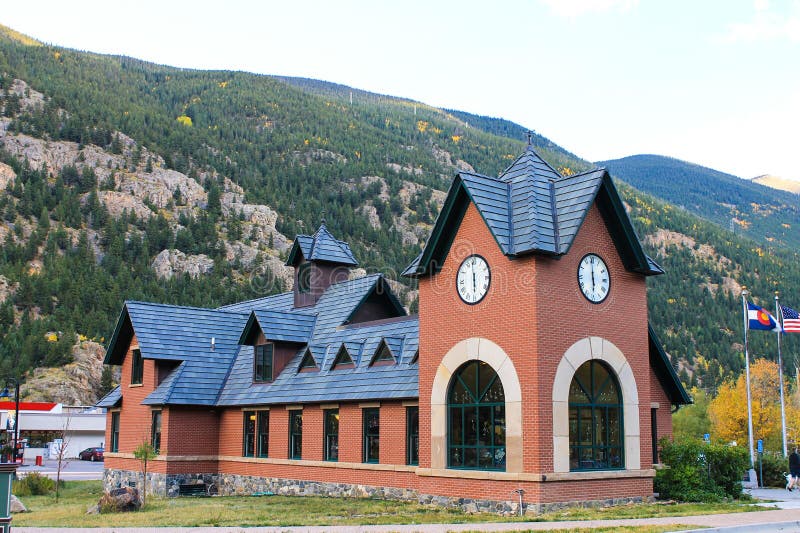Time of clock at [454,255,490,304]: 5:58
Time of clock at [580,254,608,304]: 5:59
